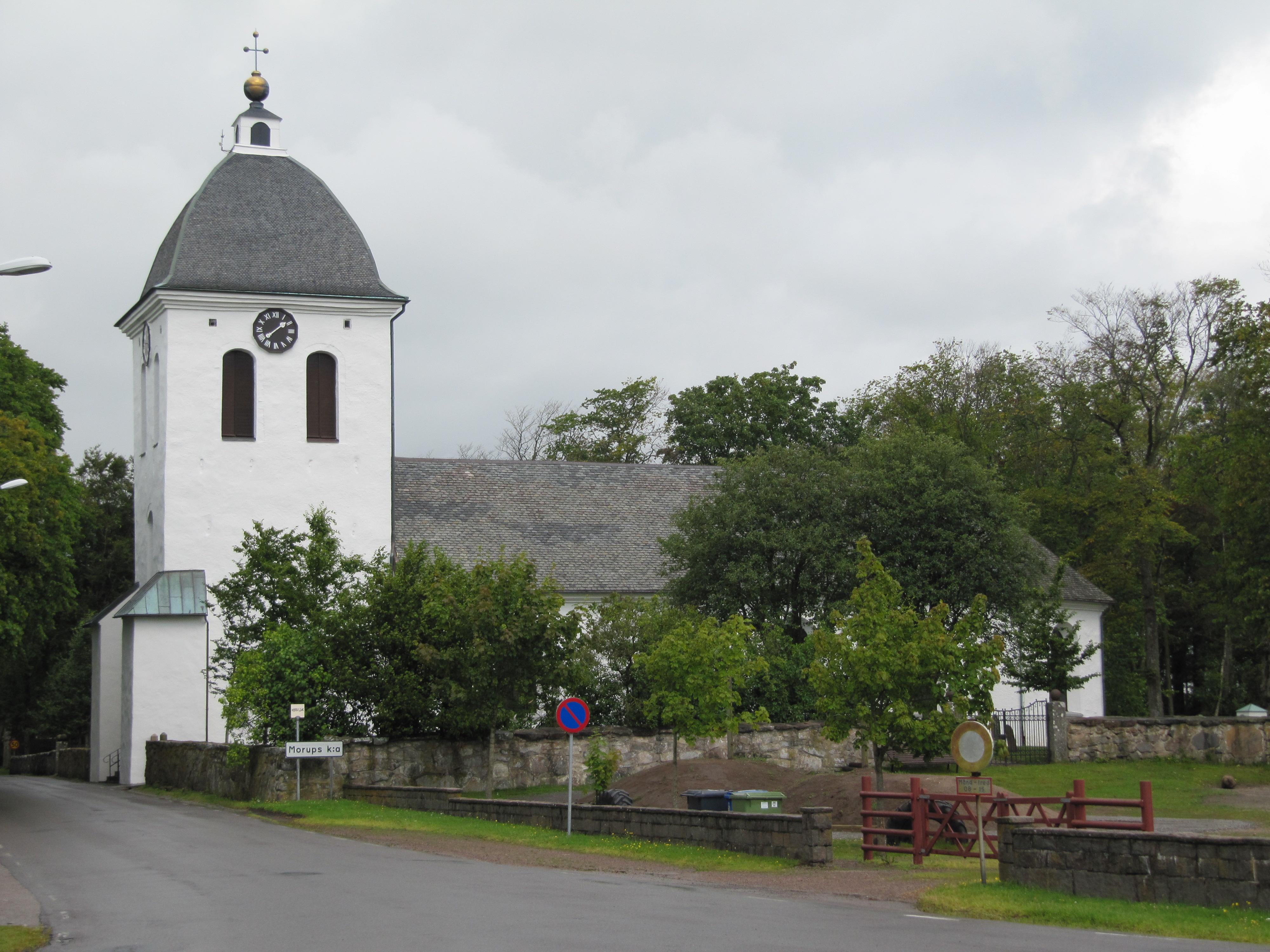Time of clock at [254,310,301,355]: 1:38
